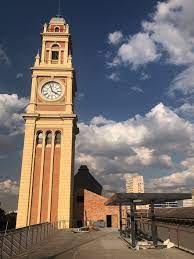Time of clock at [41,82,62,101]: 3:57
